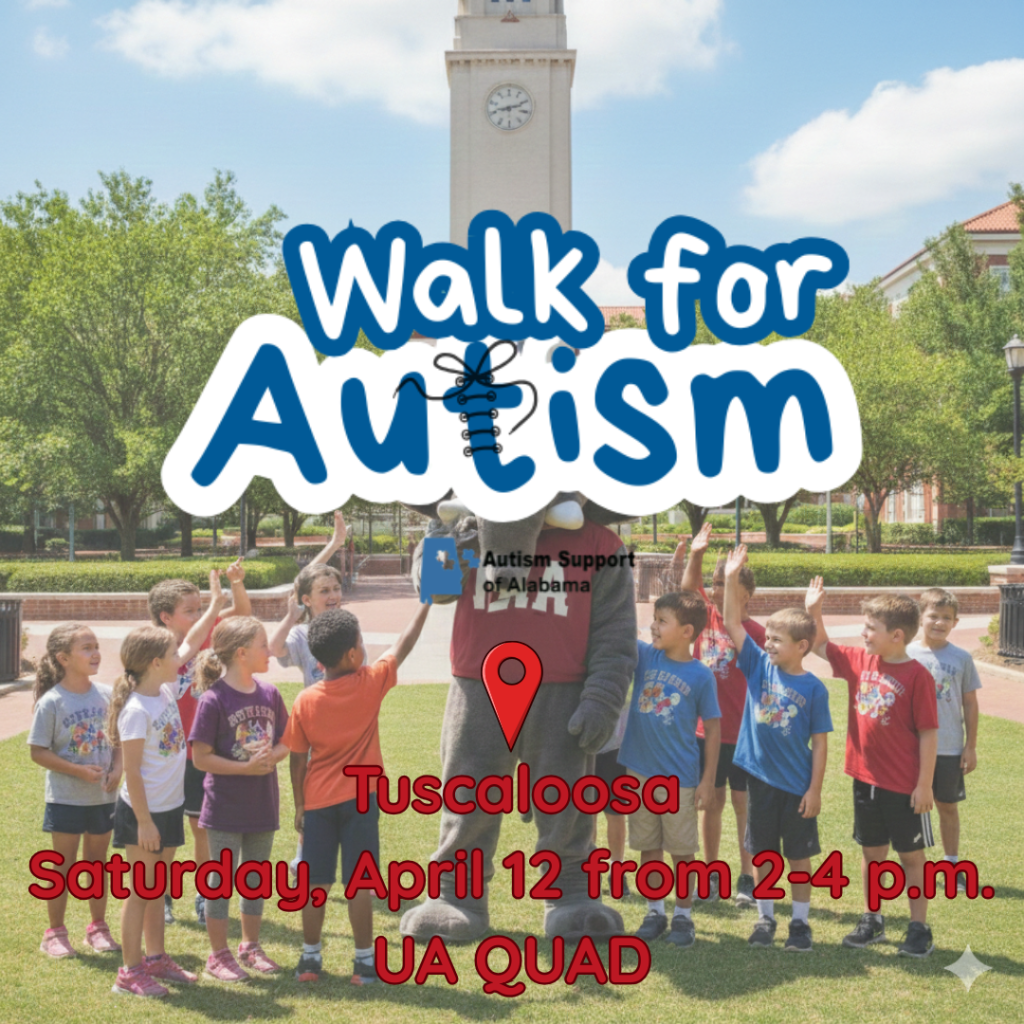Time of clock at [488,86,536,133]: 8:11
